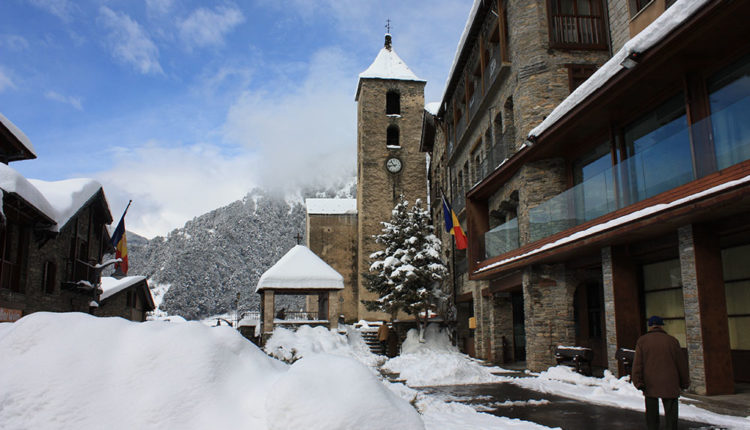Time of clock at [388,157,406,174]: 10:42
